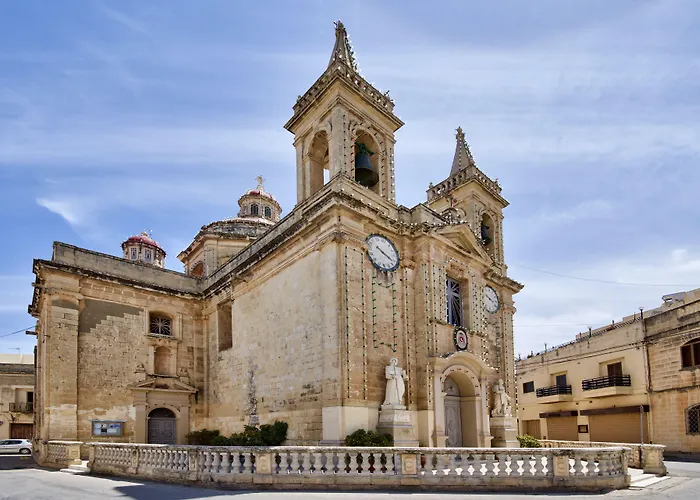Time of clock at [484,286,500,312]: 3:48
